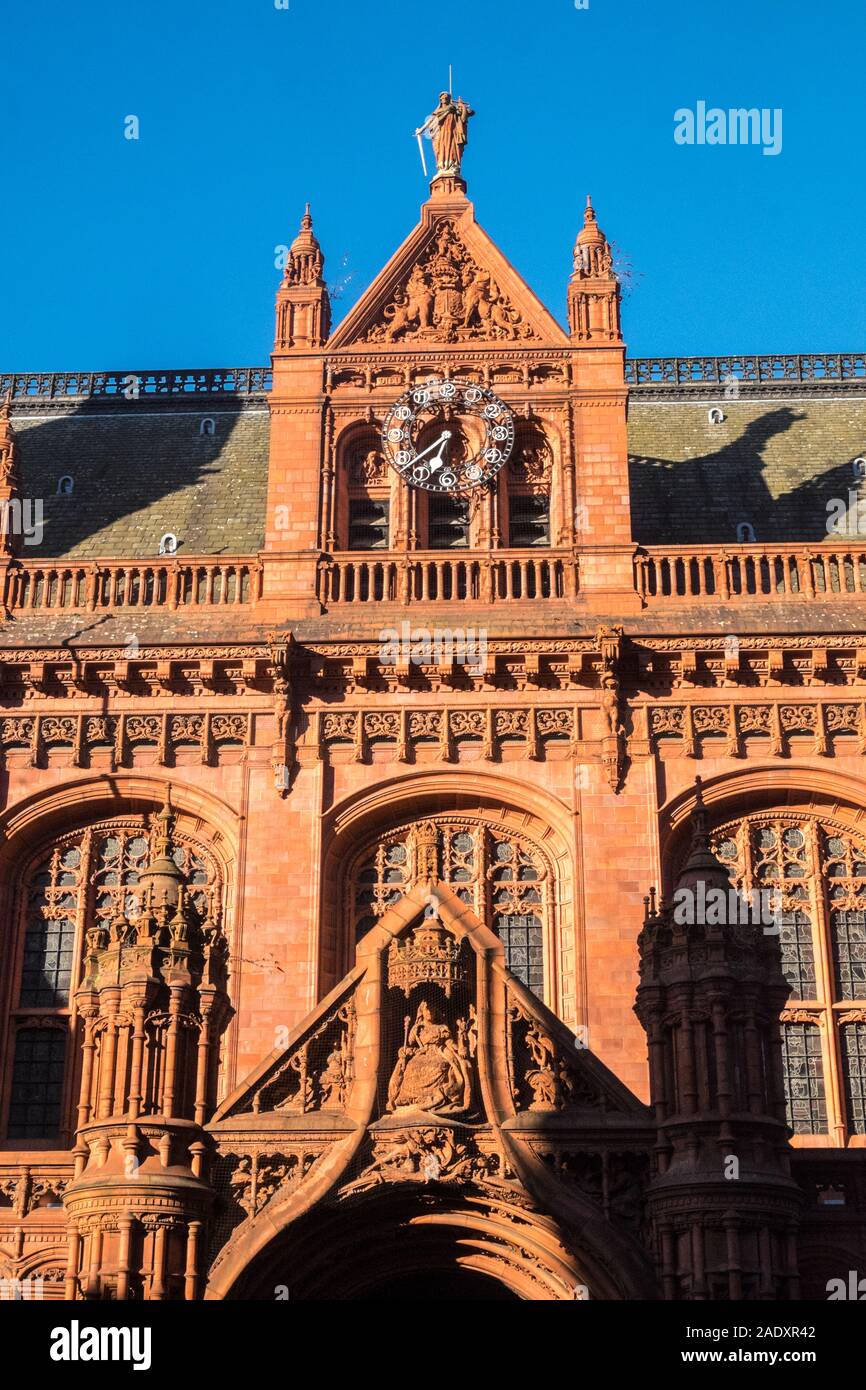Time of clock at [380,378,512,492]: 6:38
